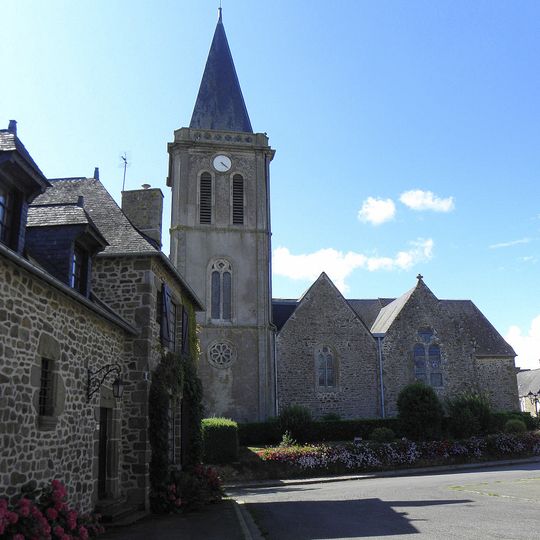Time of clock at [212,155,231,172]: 4:21
